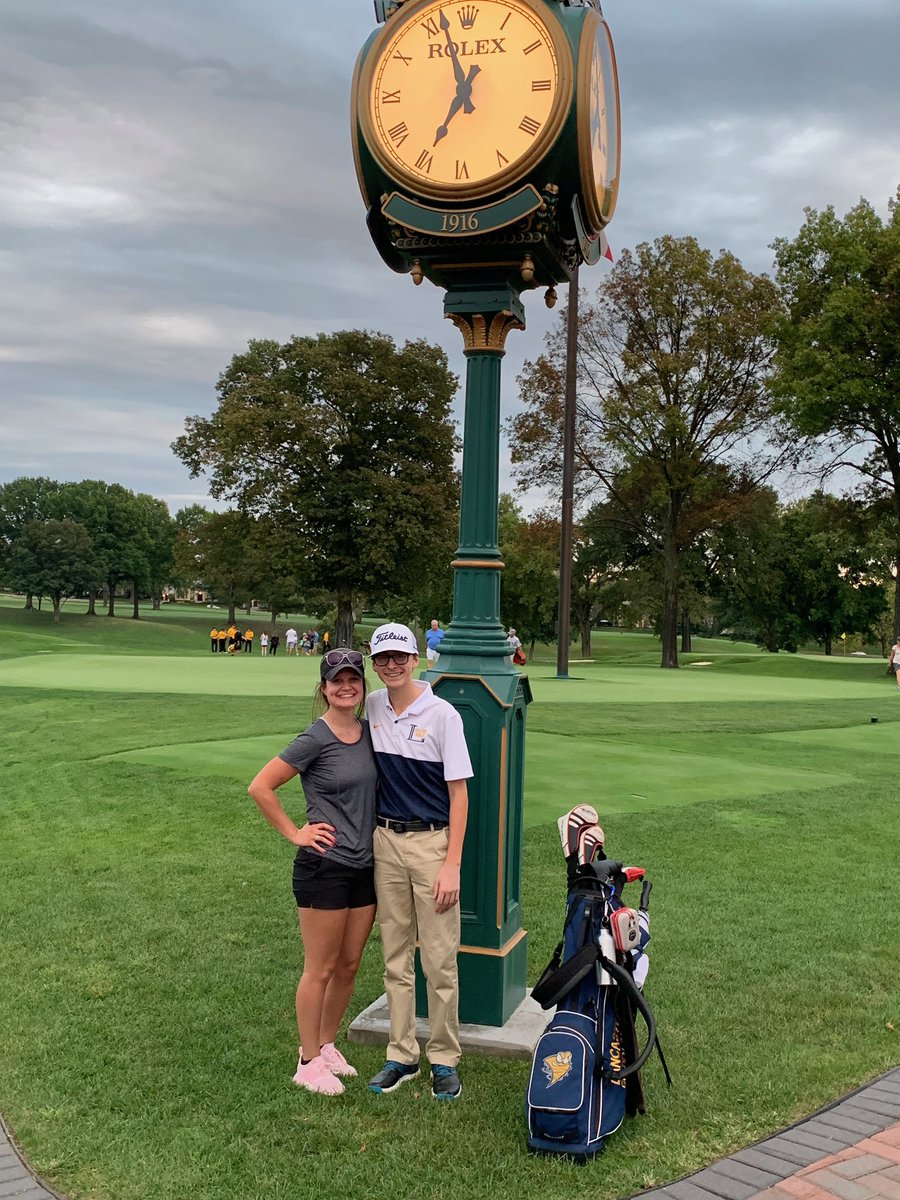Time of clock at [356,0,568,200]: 6:57
